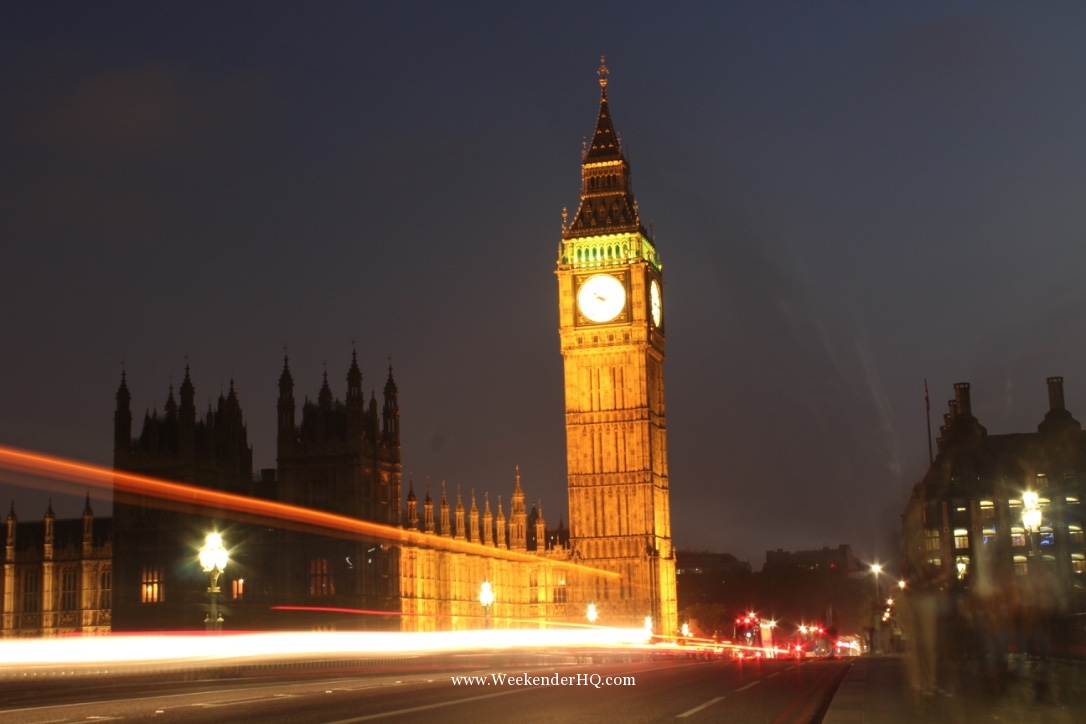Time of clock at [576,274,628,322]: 4:16
